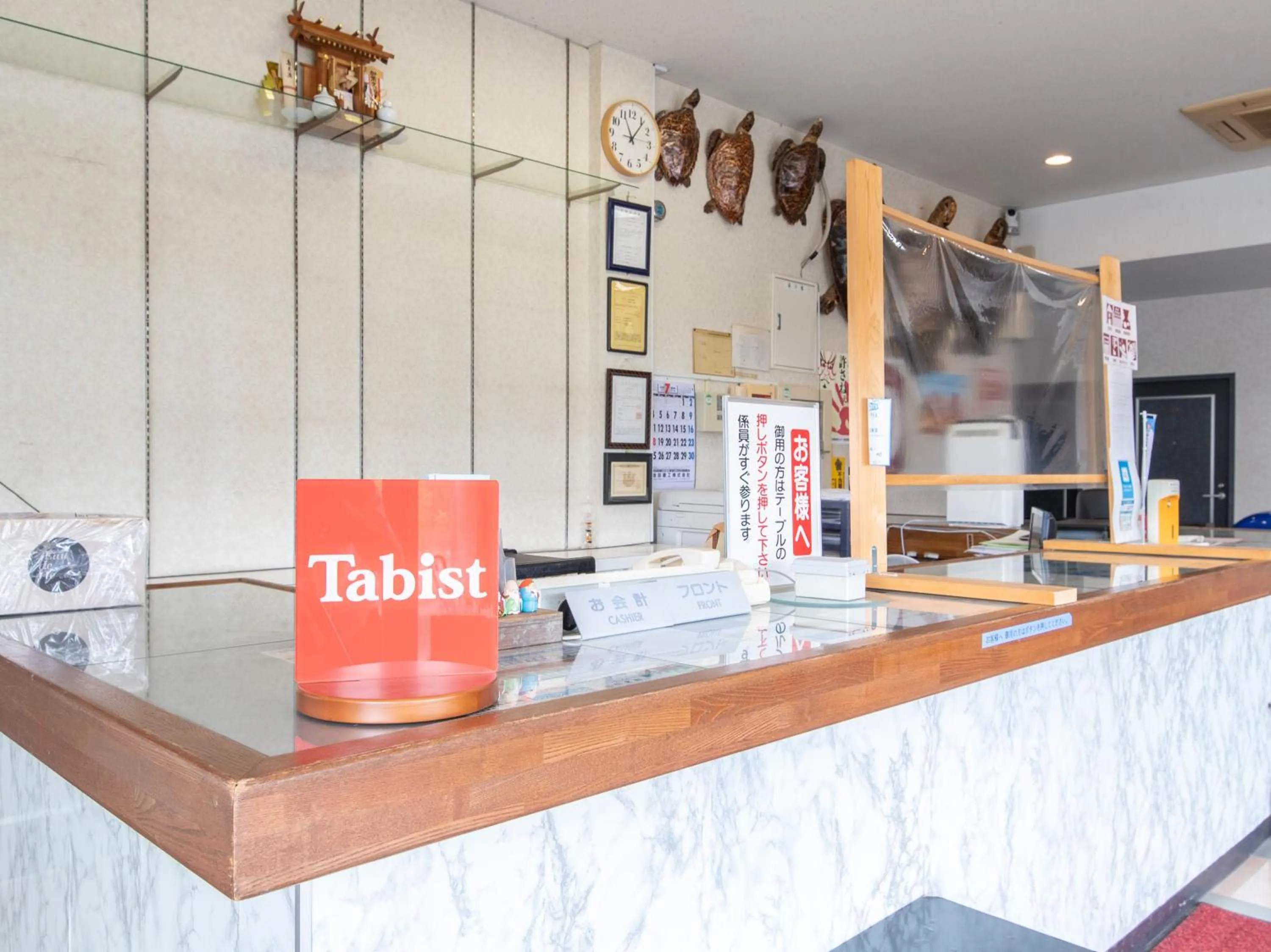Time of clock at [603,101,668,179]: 11:06
